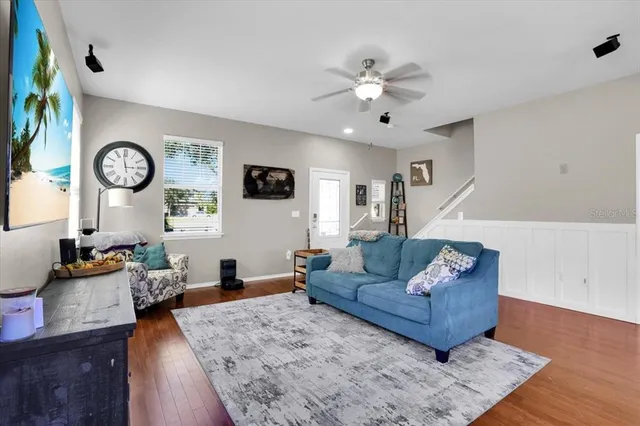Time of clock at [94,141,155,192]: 2:58
